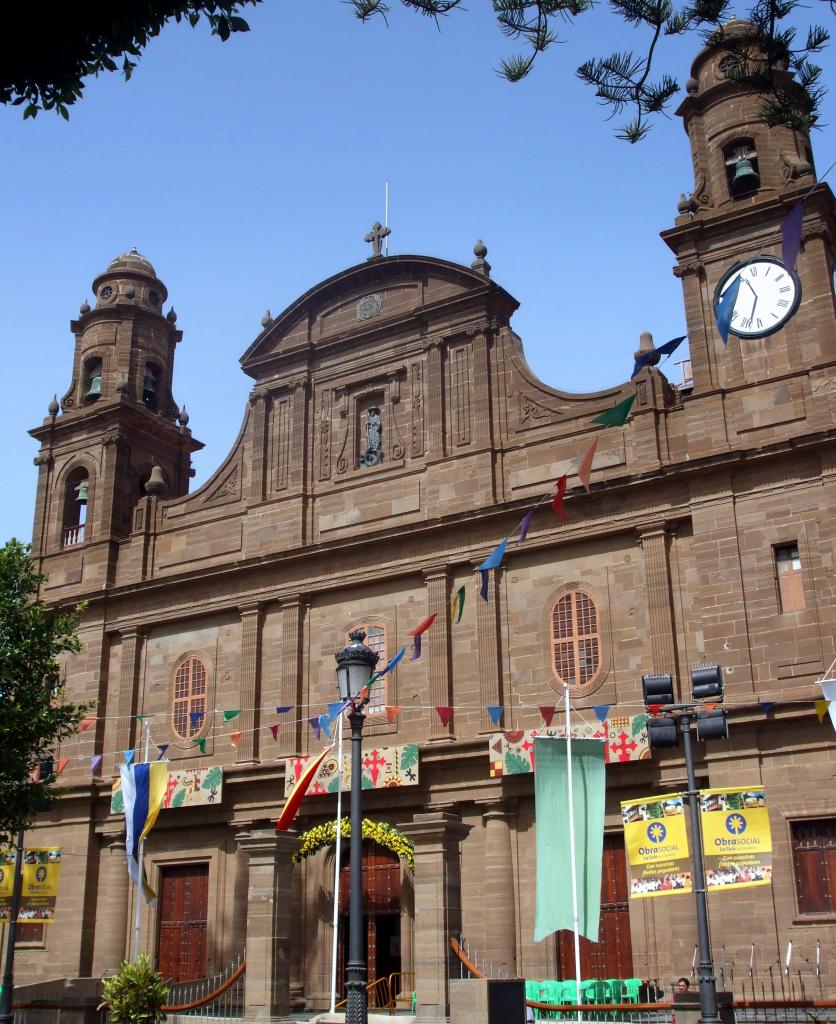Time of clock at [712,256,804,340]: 11:33
